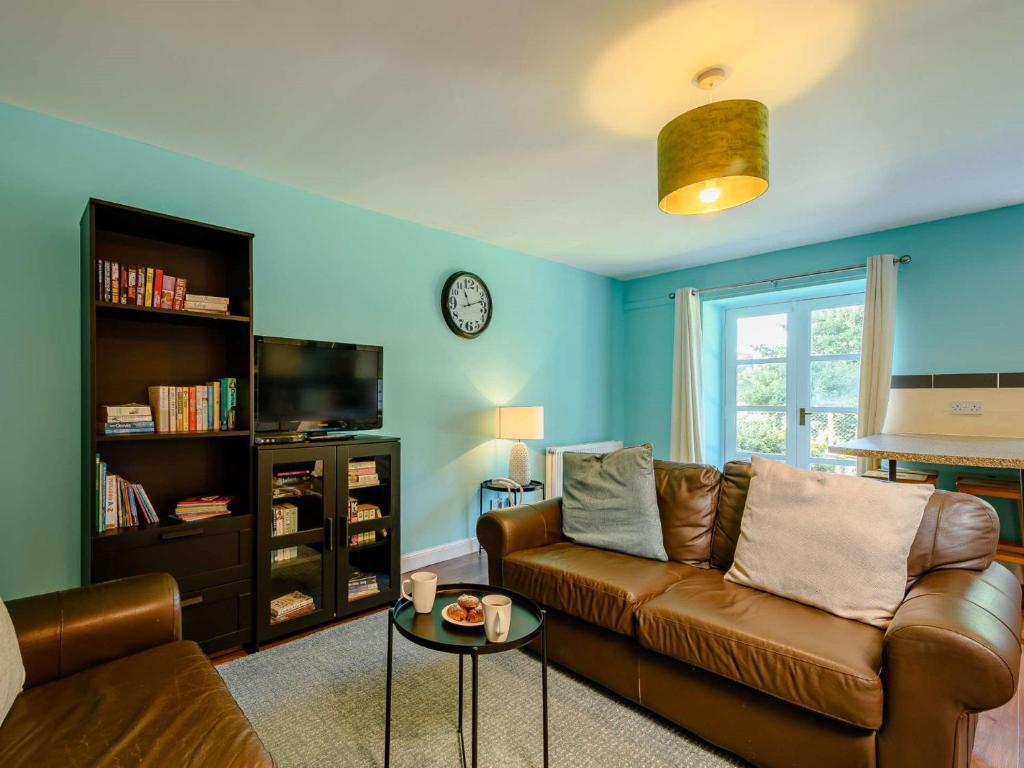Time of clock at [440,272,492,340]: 11:12
